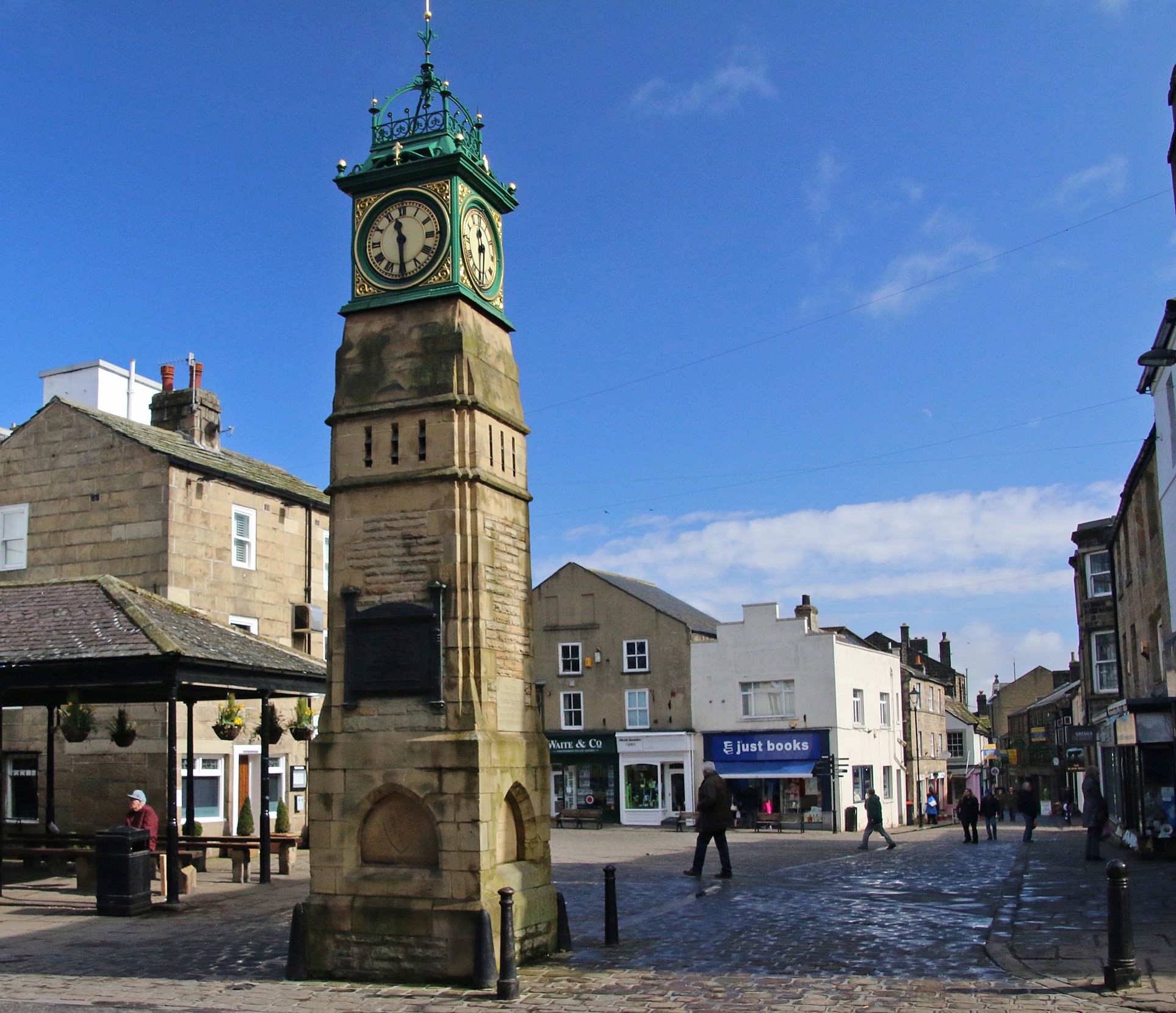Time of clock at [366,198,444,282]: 11:29
